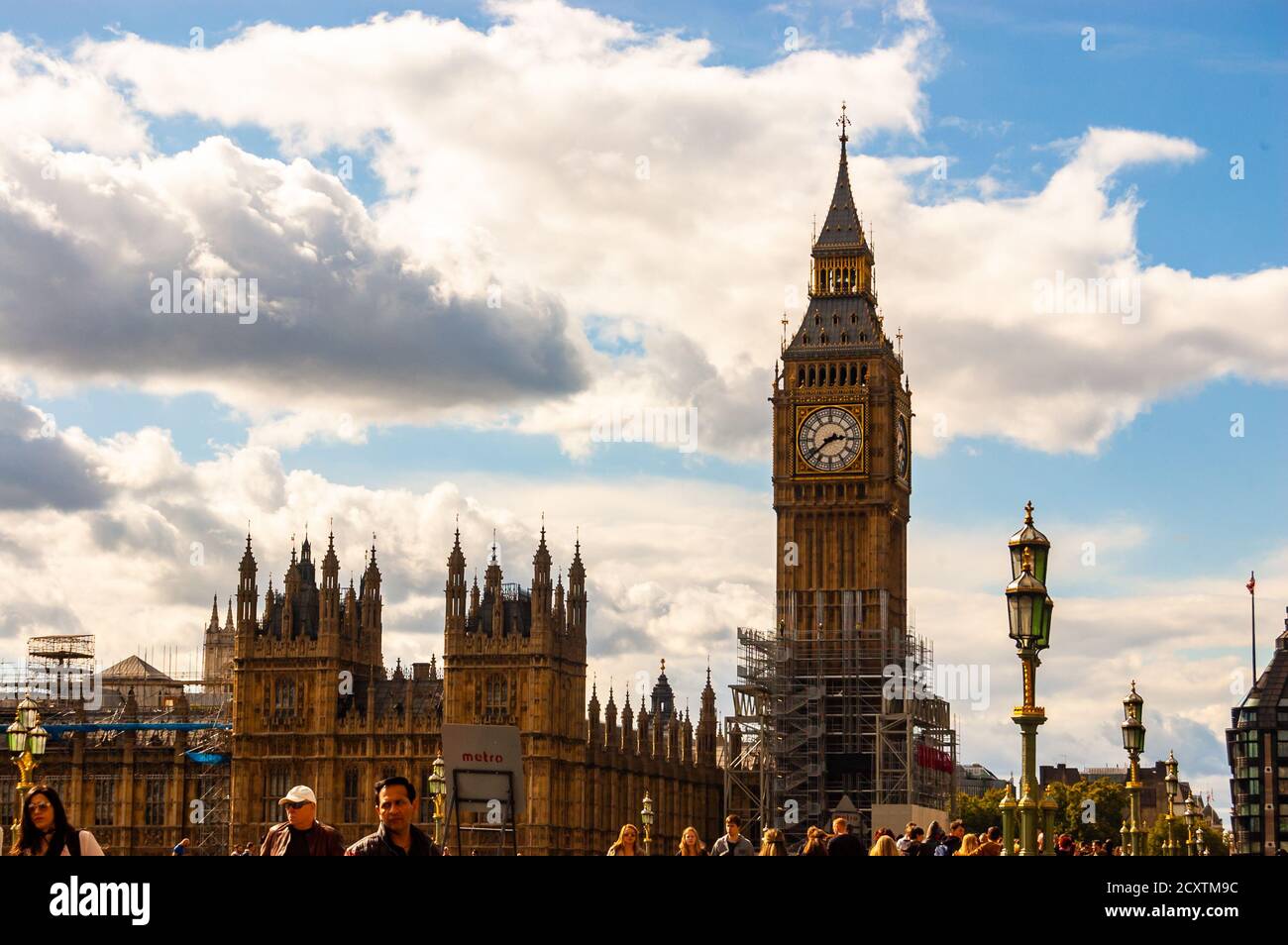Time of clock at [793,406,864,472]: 2:38
